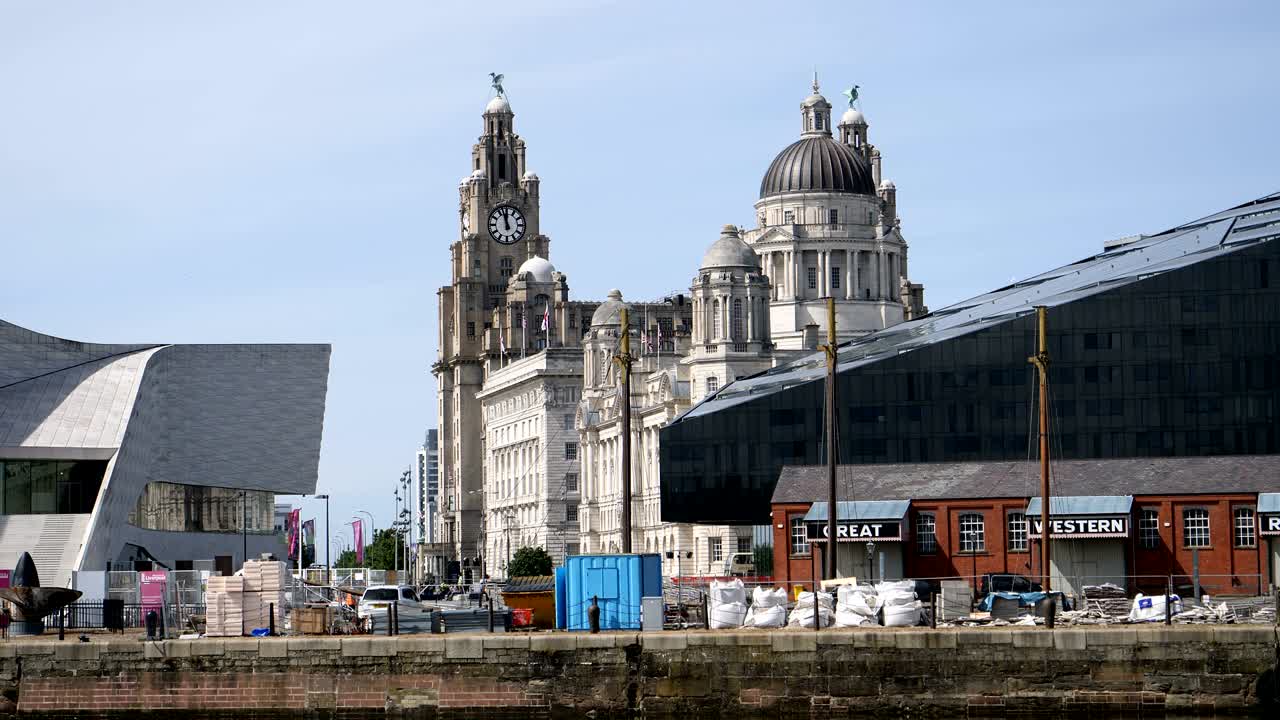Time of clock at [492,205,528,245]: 11:57
